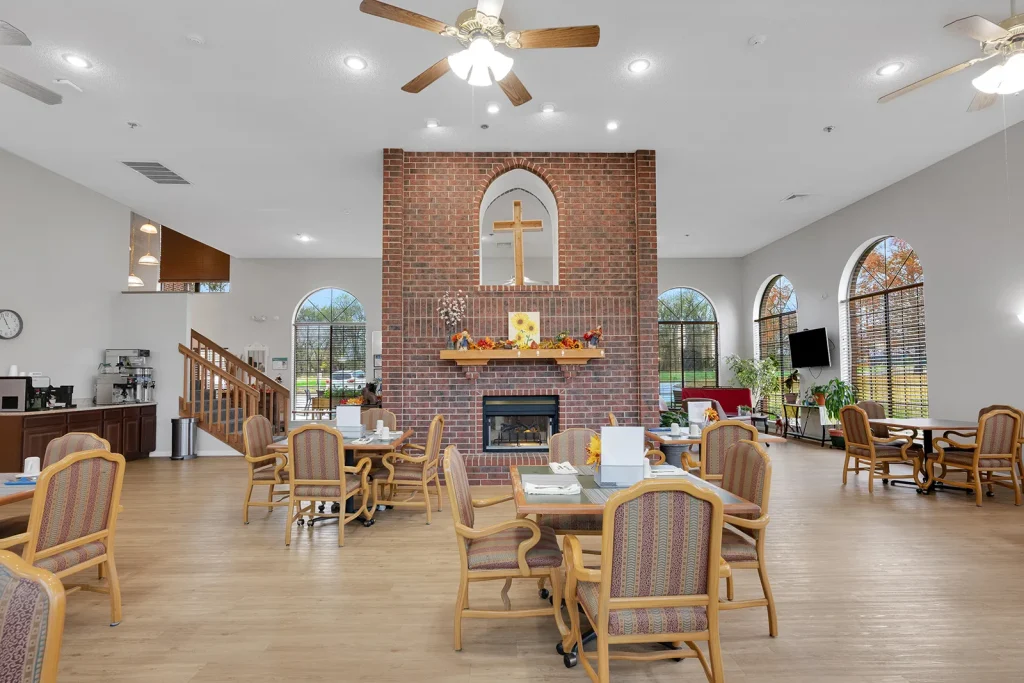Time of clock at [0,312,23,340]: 4:55
